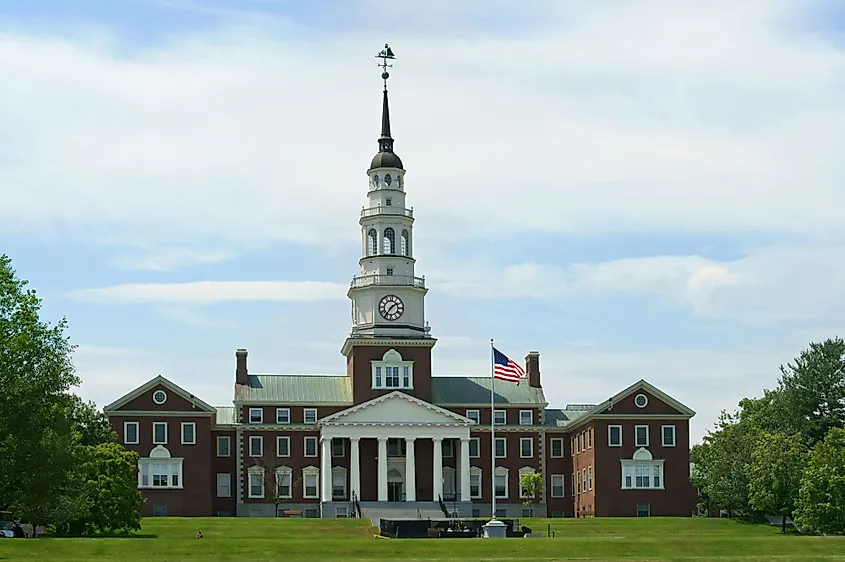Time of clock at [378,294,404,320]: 1:36
